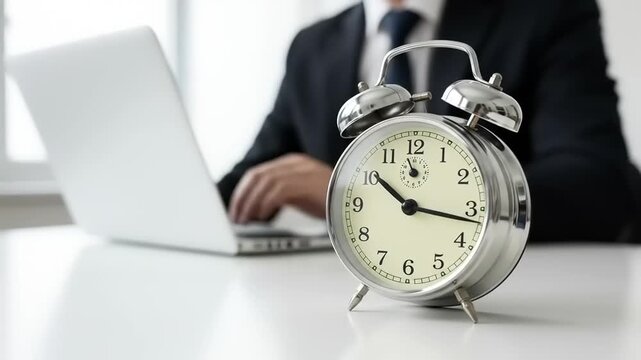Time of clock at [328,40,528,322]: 10:16
